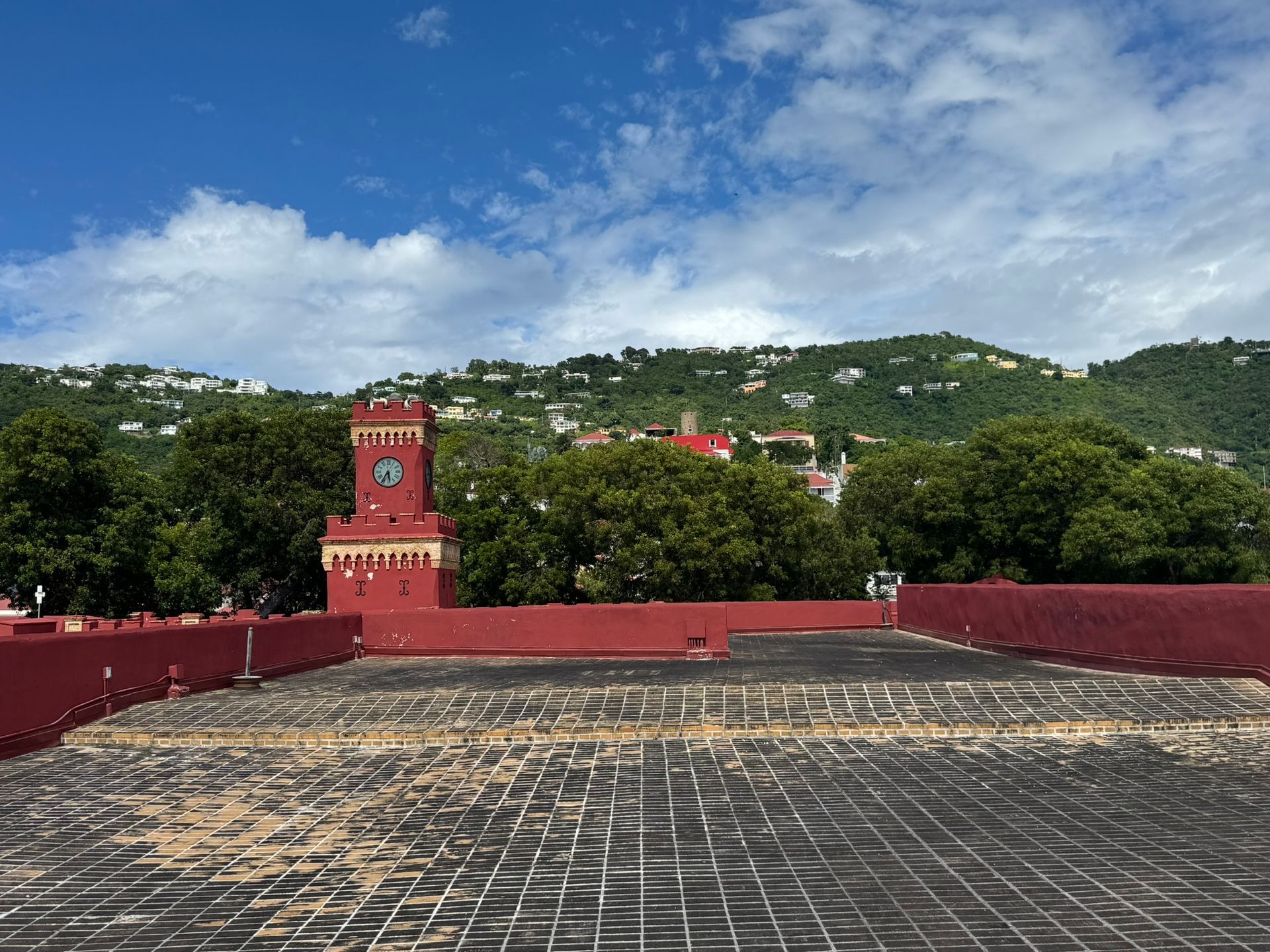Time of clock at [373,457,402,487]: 5:35
